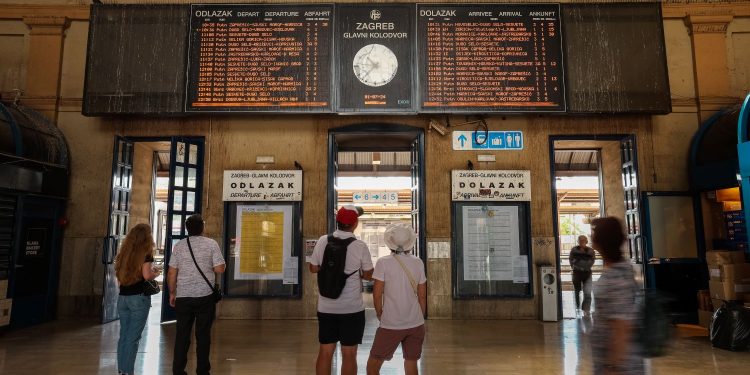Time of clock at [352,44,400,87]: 10:37
